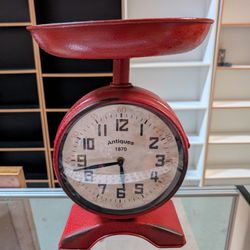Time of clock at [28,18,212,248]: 5:42
